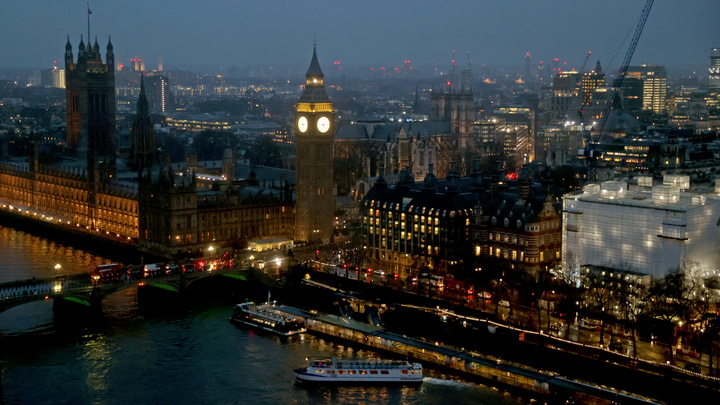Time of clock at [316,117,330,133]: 5:14
